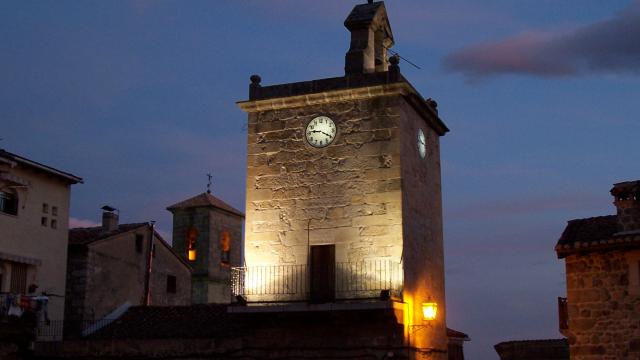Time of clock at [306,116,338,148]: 9:20
